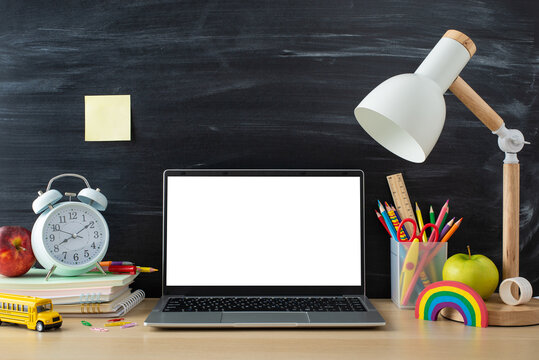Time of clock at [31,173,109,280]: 8:09
